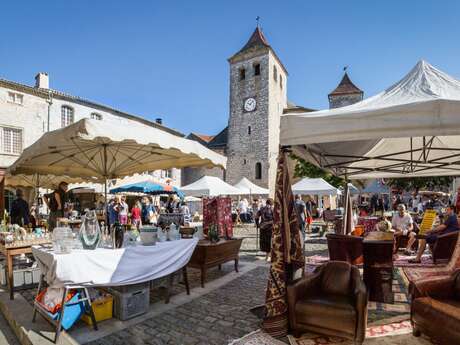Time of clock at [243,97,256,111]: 10:07
